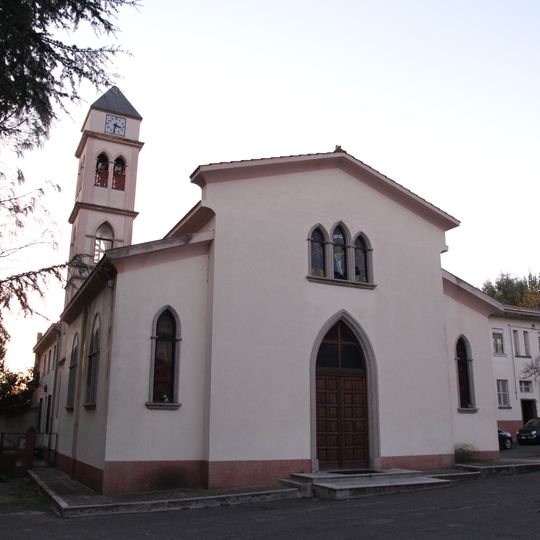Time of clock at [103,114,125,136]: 3:32
